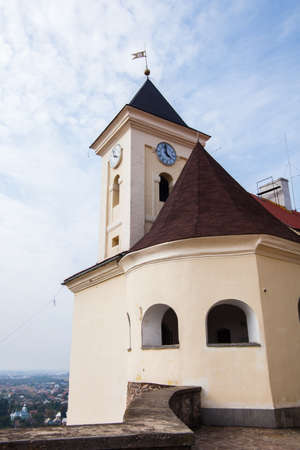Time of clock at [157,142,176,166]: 3:58
